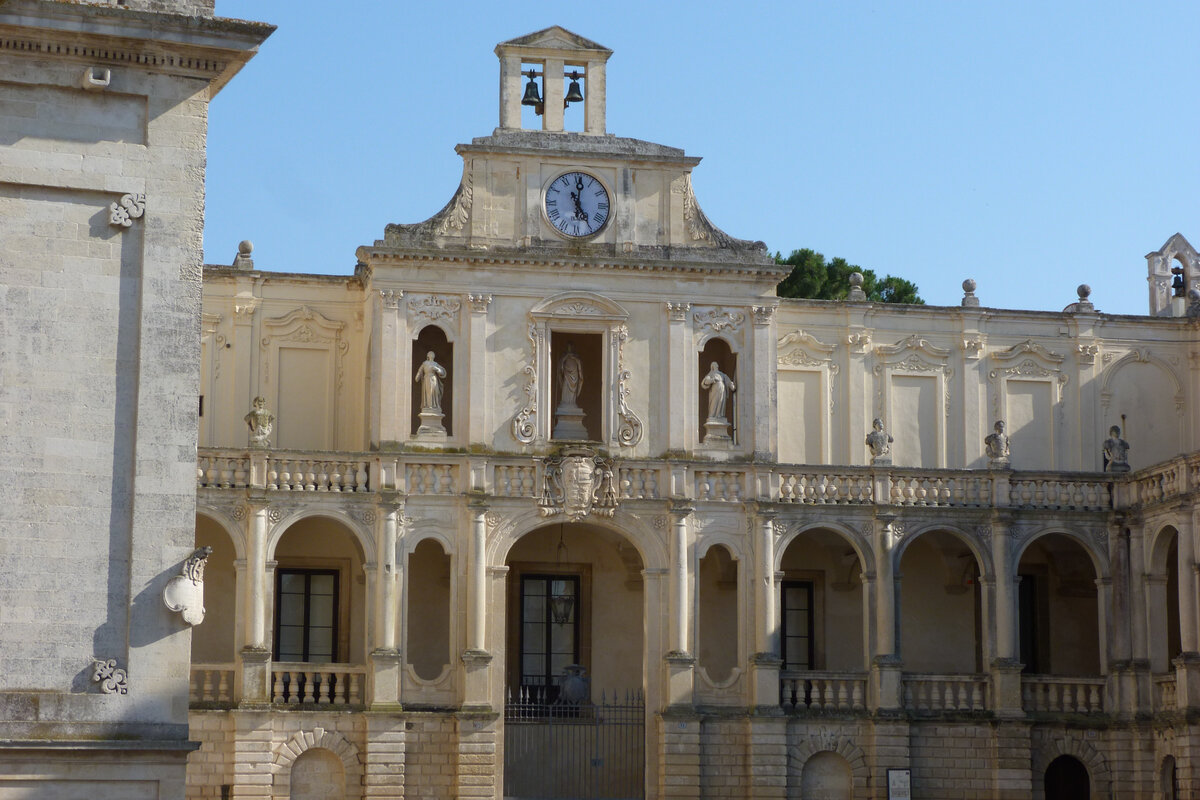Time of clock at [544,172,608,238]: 5:00
